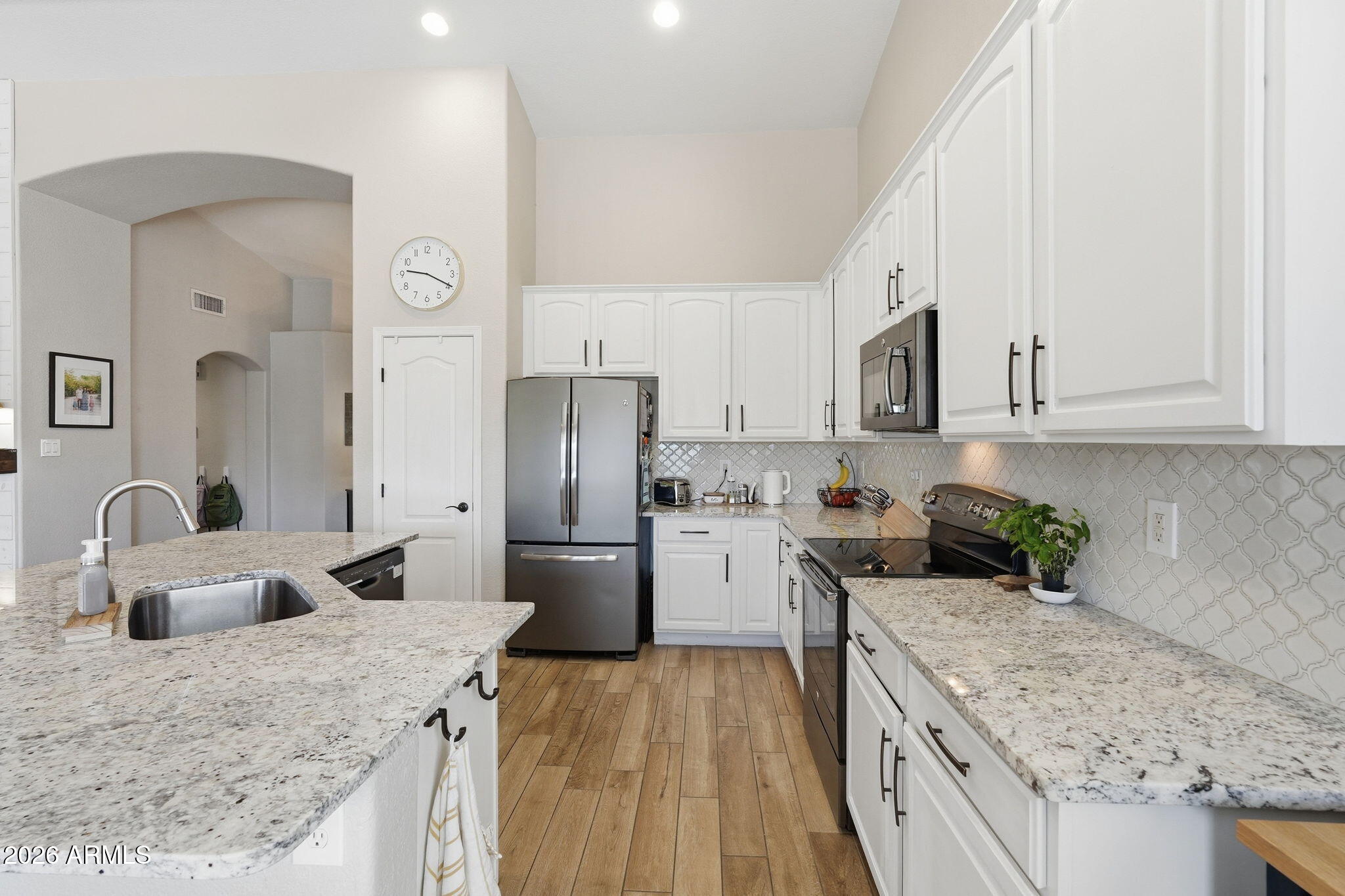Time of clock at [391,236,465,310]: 9:19
